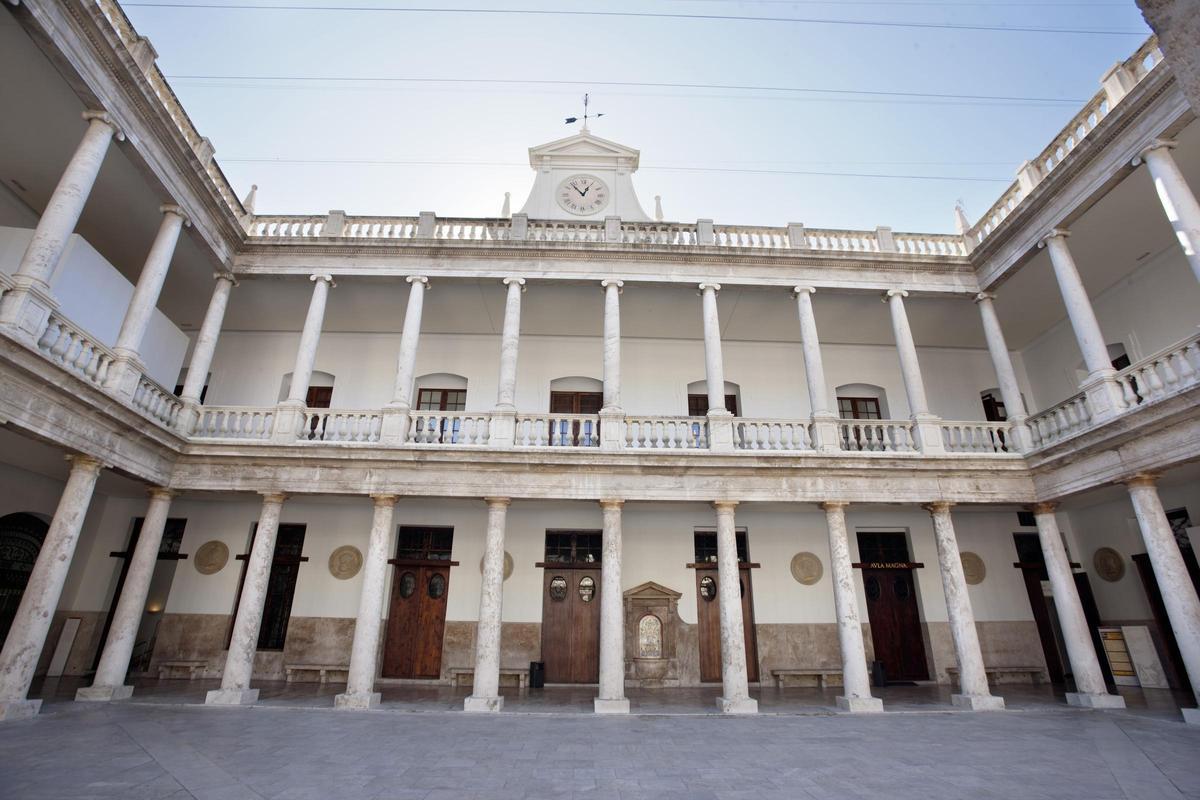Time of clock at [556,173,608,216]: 12:53
